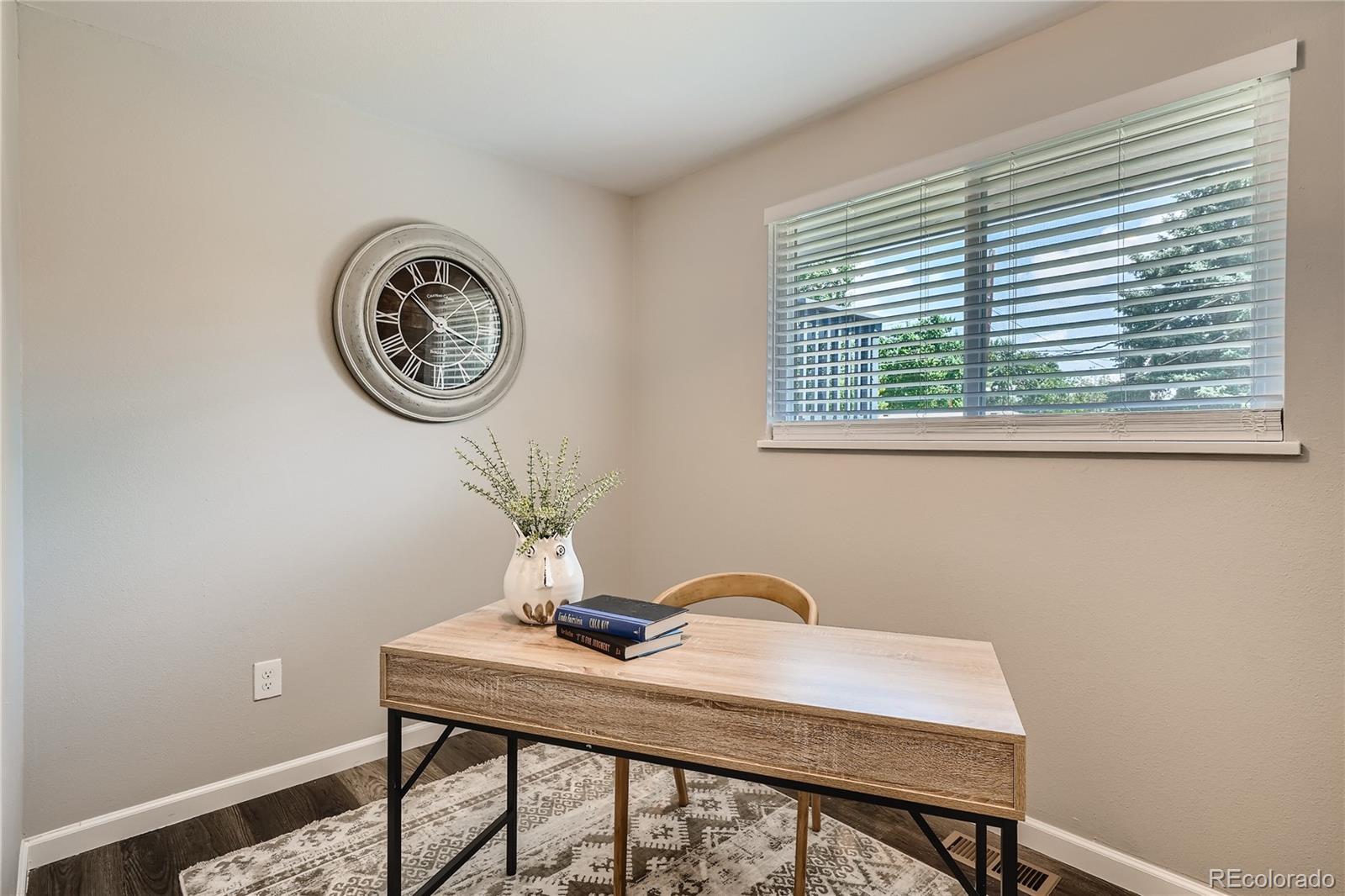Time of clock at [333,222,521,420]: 3:51
